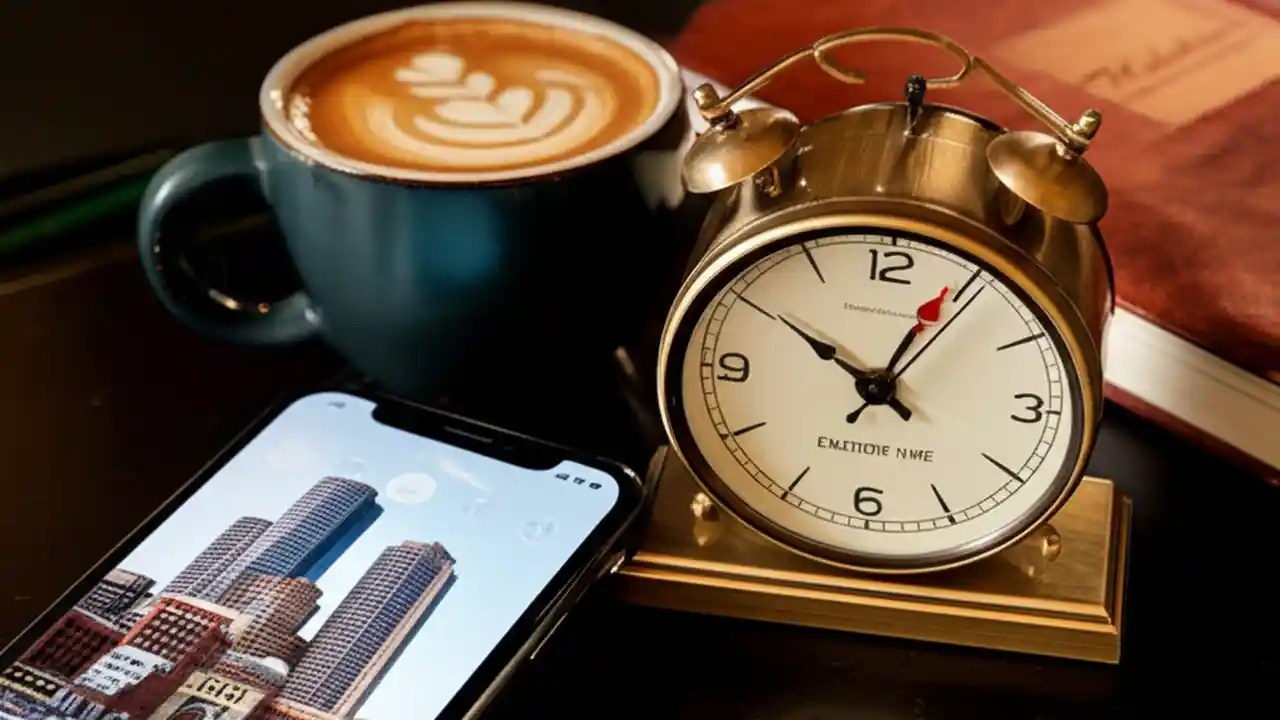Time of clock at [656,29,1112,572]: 10:04
